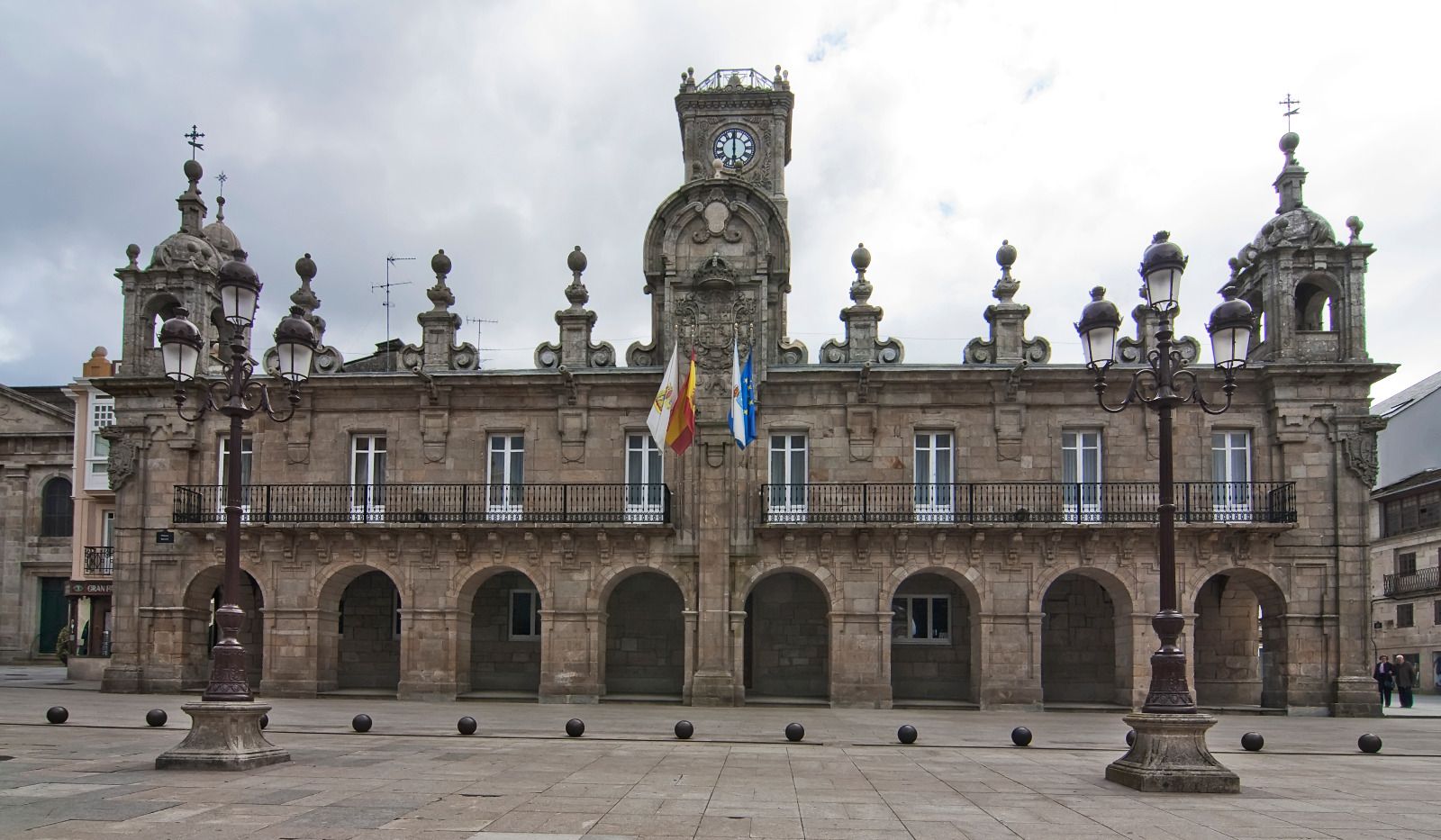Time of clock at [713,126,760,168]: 5:59
